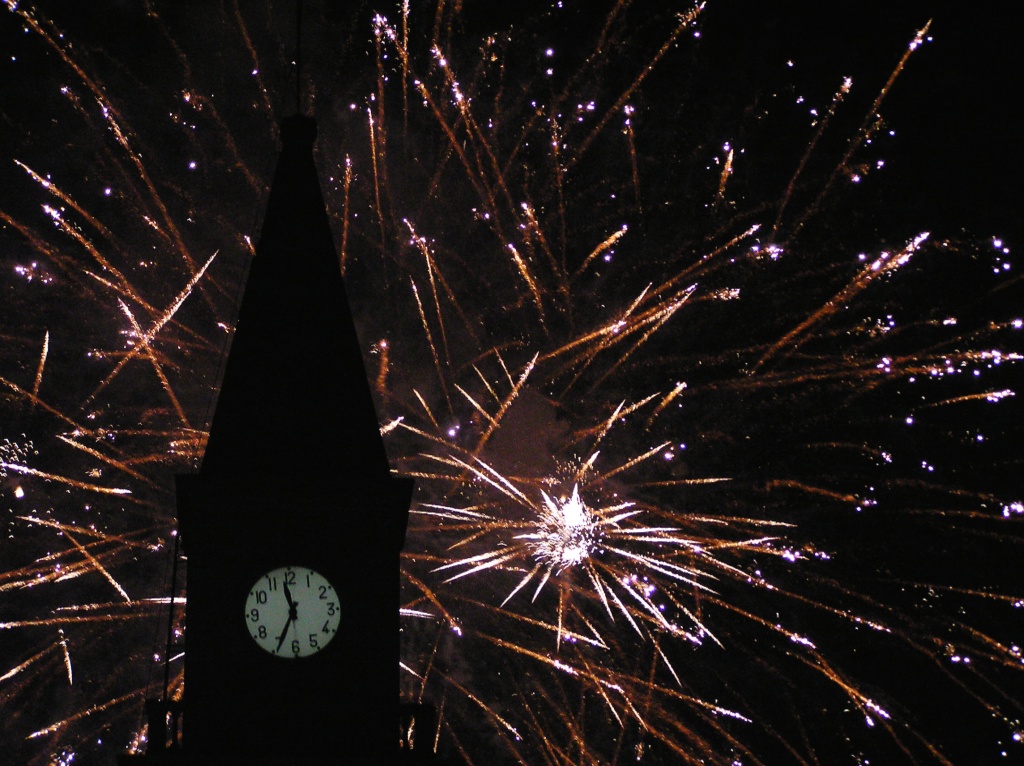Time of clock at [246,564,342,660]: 11:34
